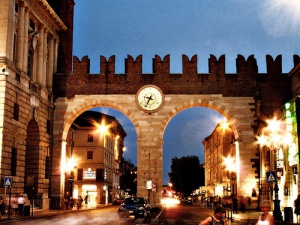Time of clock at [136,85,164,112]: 9:34
